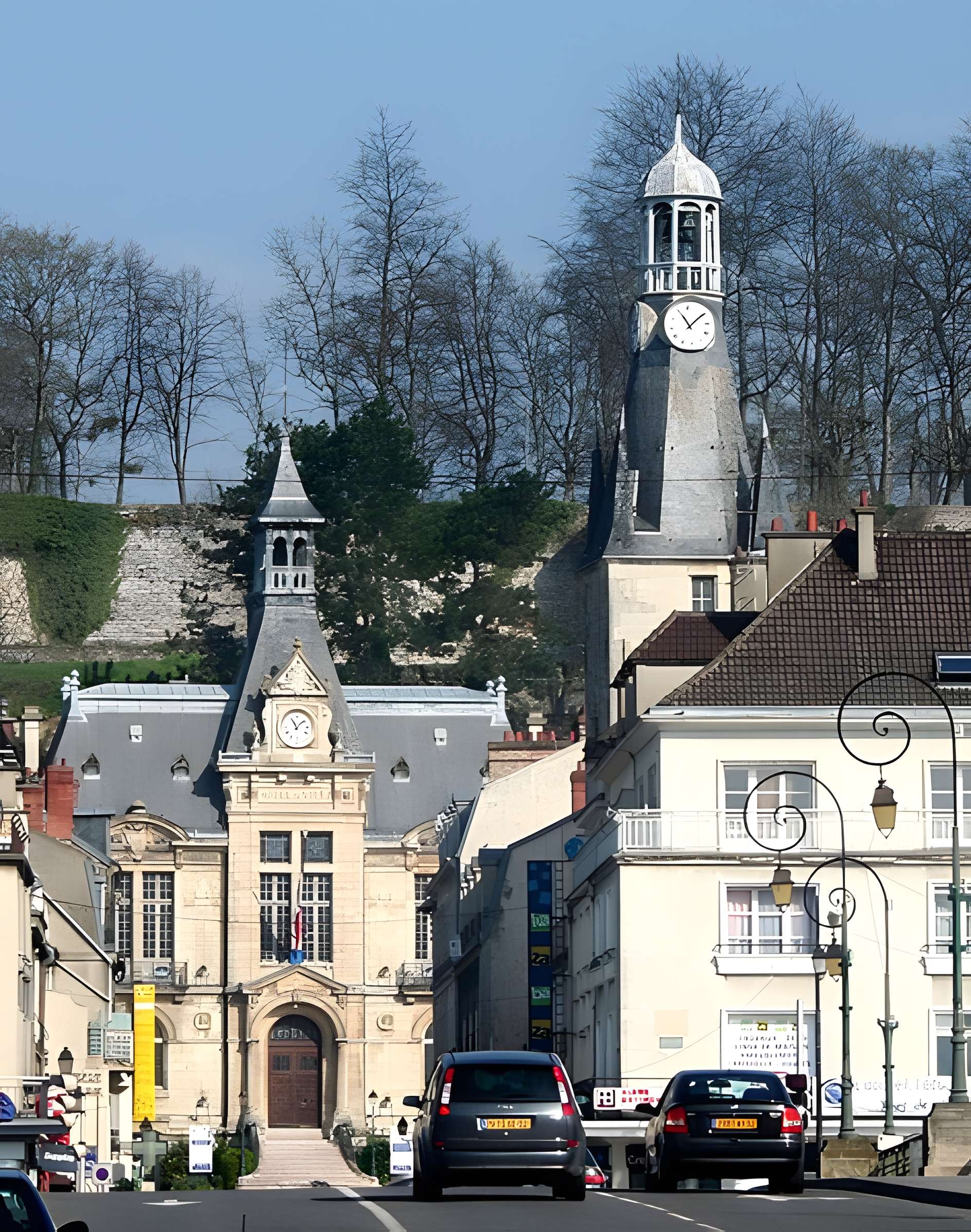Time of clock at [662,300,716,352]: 11:08
